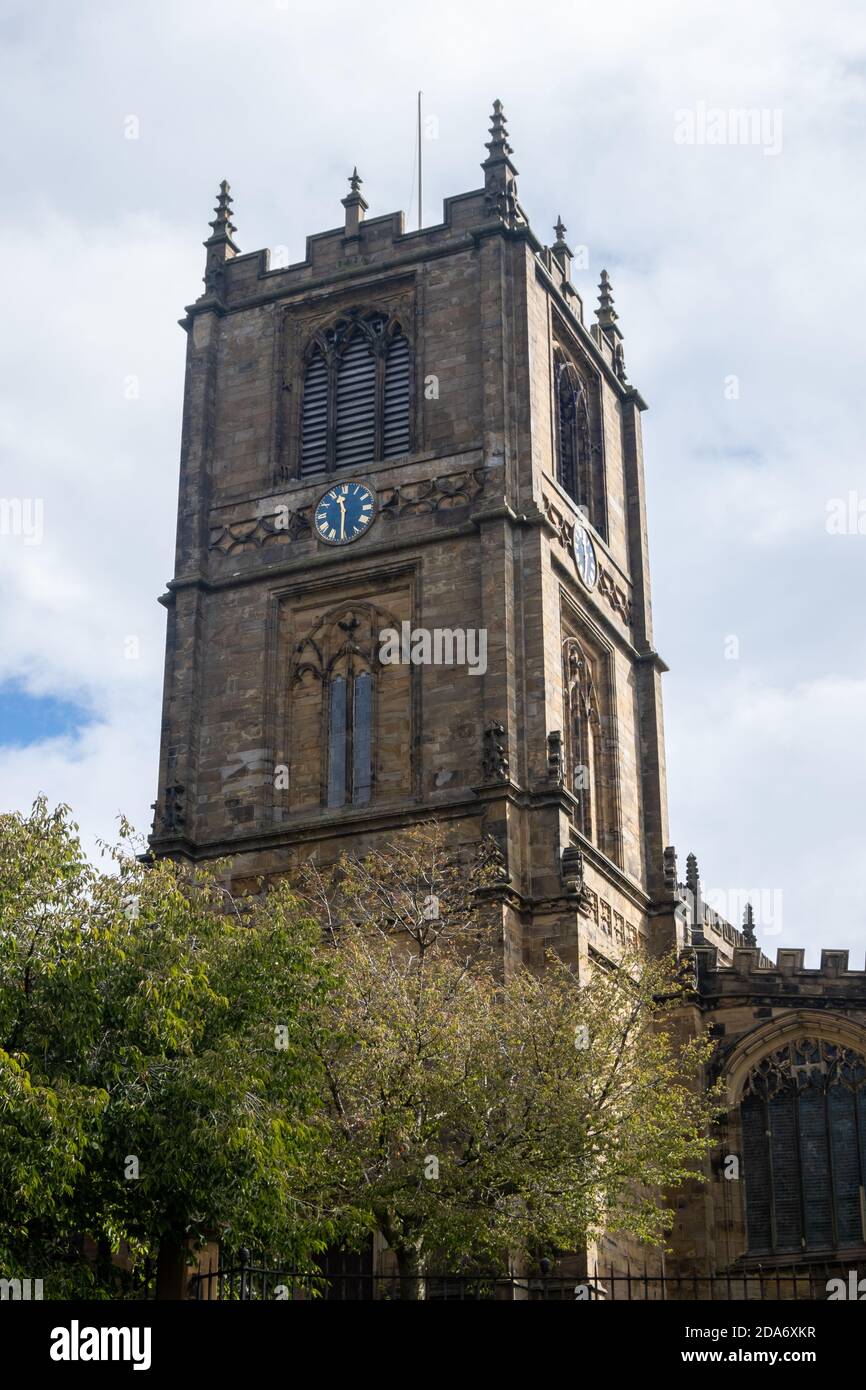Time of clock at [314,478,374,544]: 11:30
